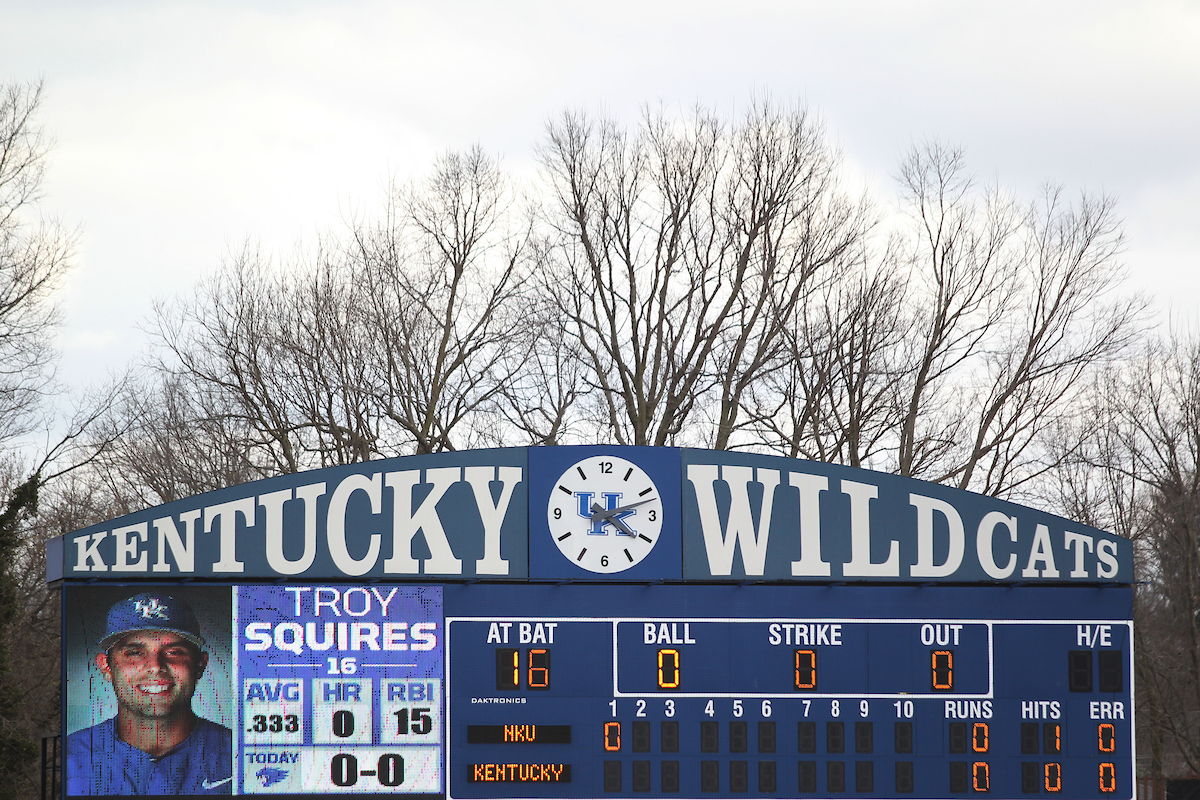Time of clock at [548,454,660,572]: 4:12
